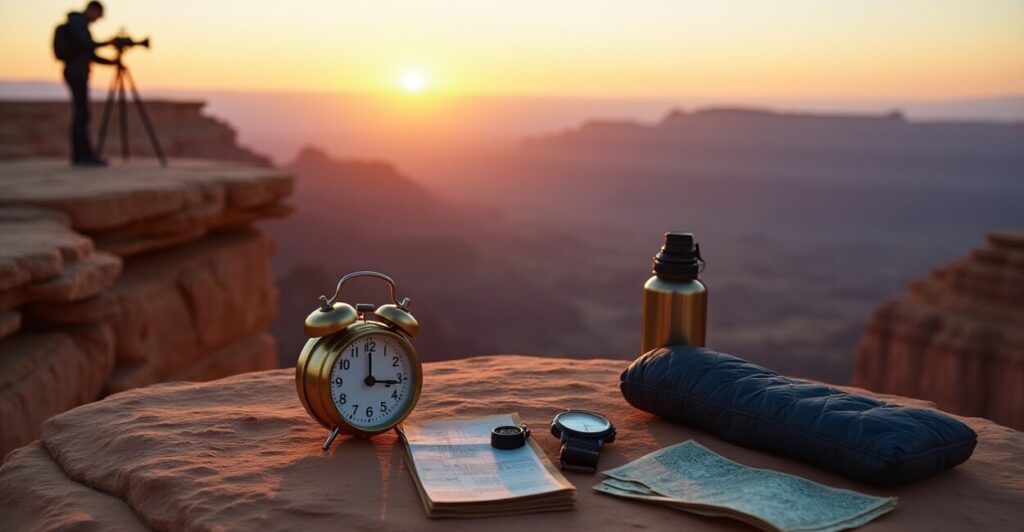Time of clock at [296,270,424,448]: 3:00
